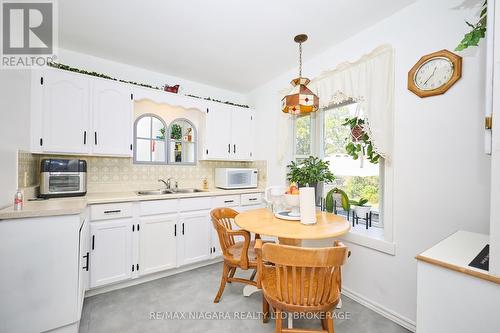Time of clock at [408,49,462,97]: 12:36
